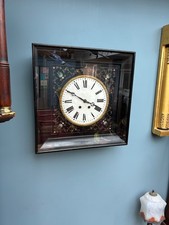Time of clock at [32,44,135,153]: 3:50
